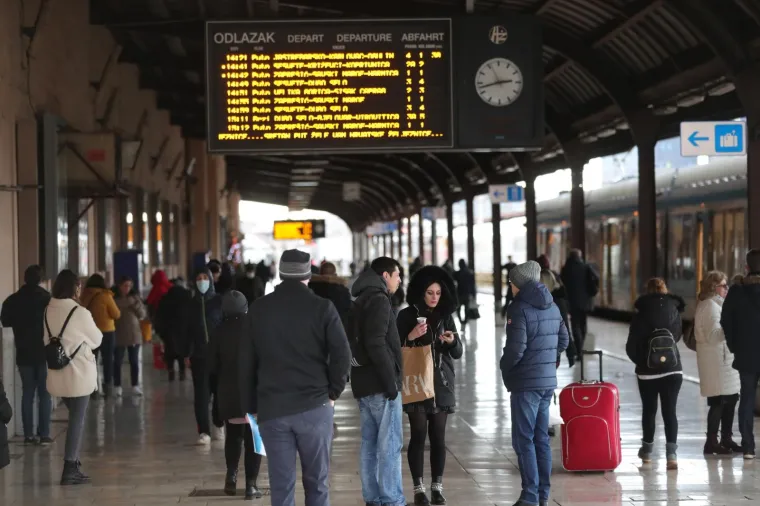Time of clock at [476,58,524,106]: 2:42
